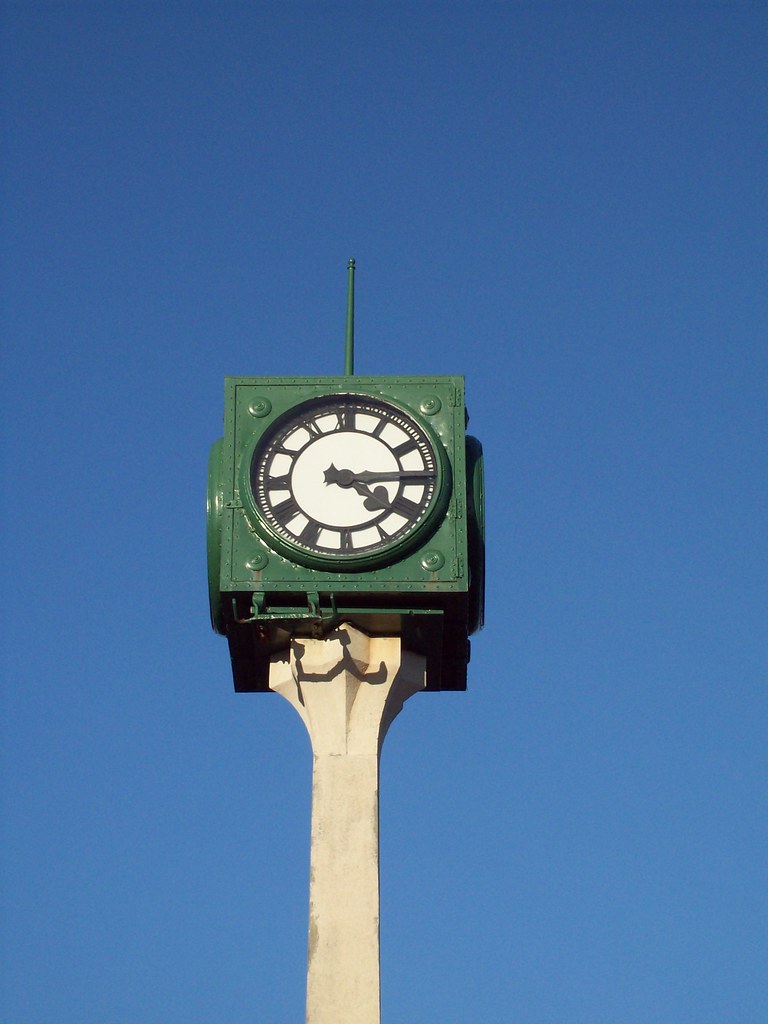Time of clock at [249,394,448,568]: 4:15
